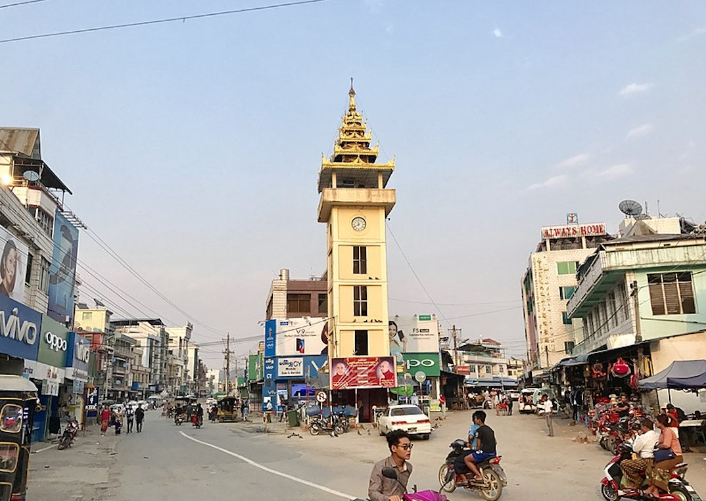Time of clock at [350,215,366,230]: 11:40
